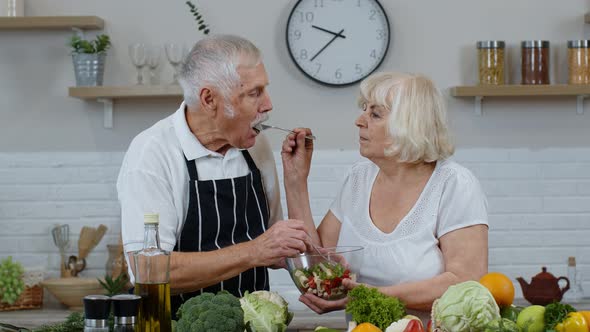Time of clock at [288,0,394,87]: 9:37
